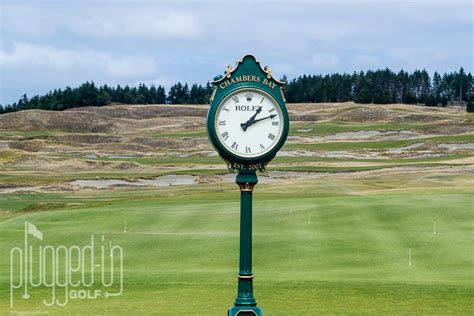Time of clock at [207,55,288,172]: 1:11
